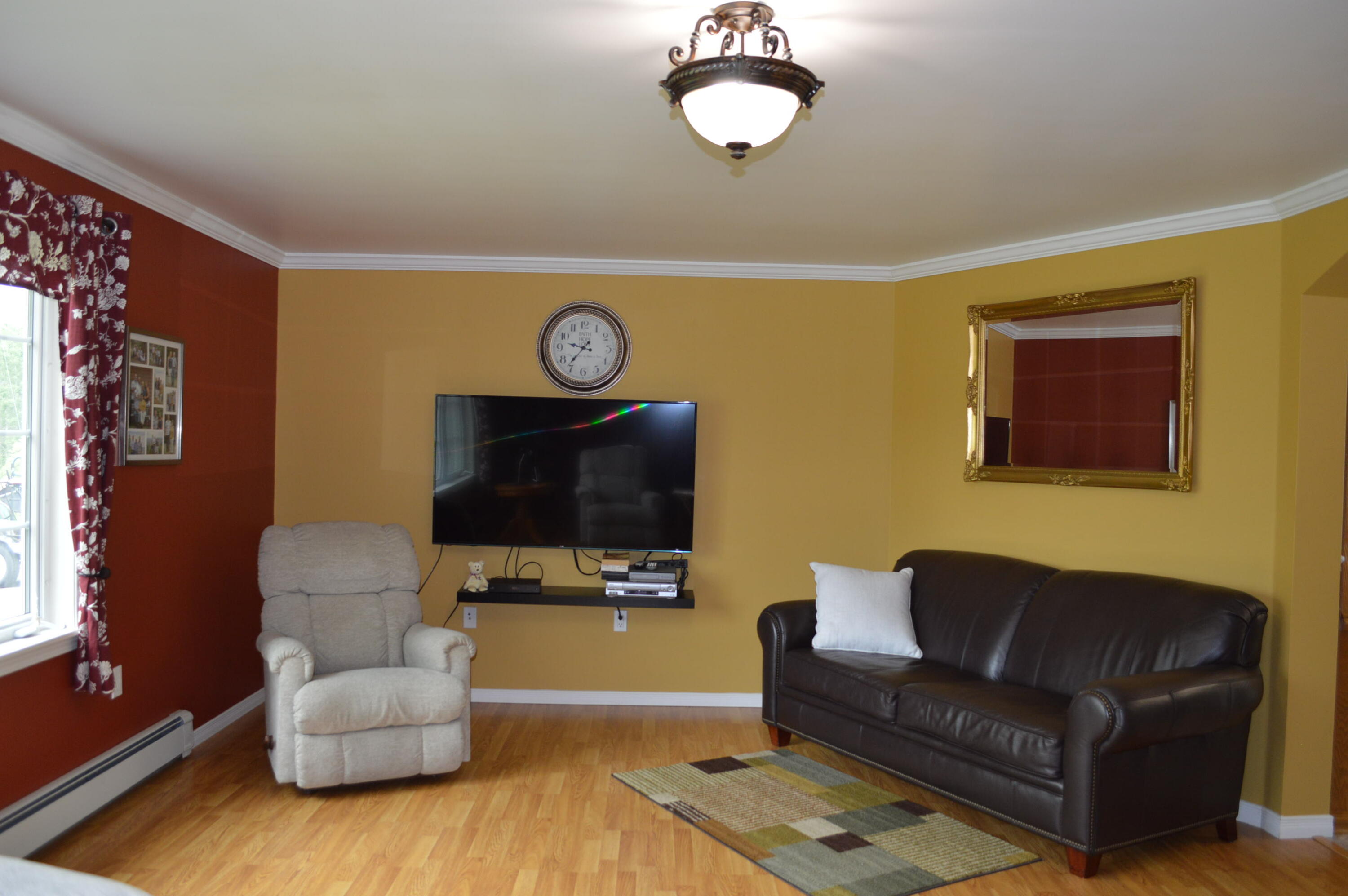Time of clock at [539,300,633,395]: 9:36
